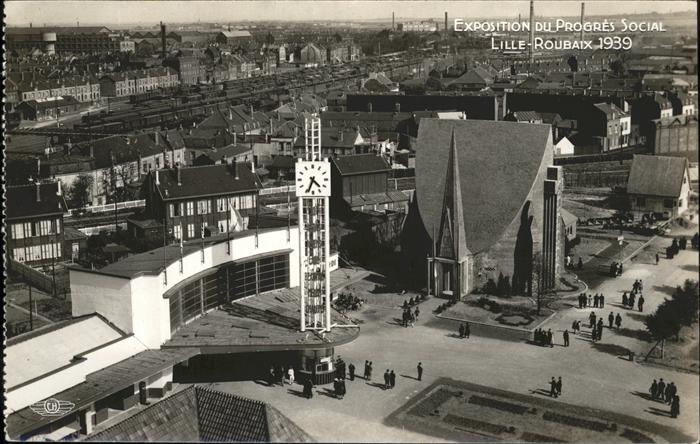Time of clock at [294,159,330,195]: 4:33
